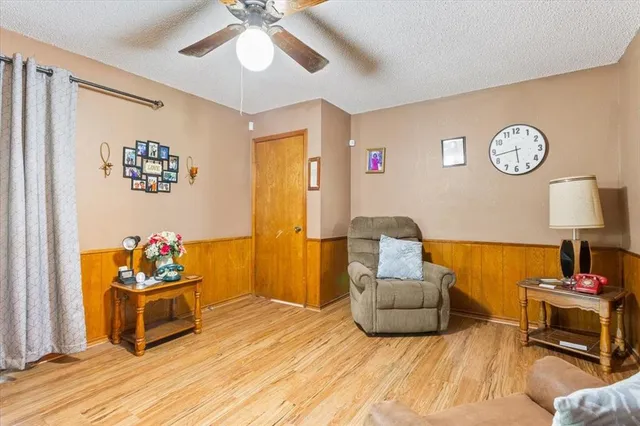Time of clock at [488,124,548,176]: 5:43
